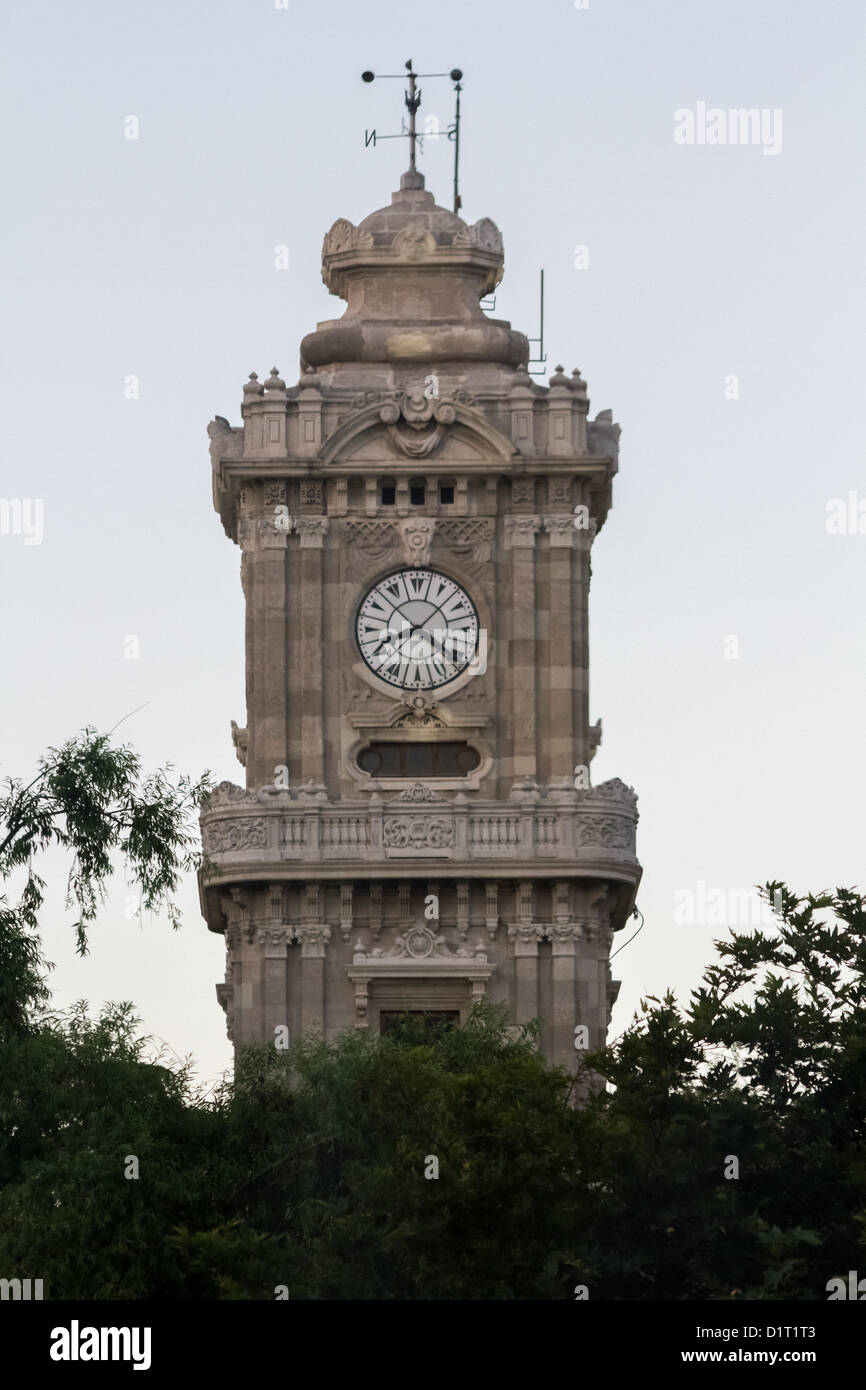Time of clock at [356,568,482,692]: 8:08
